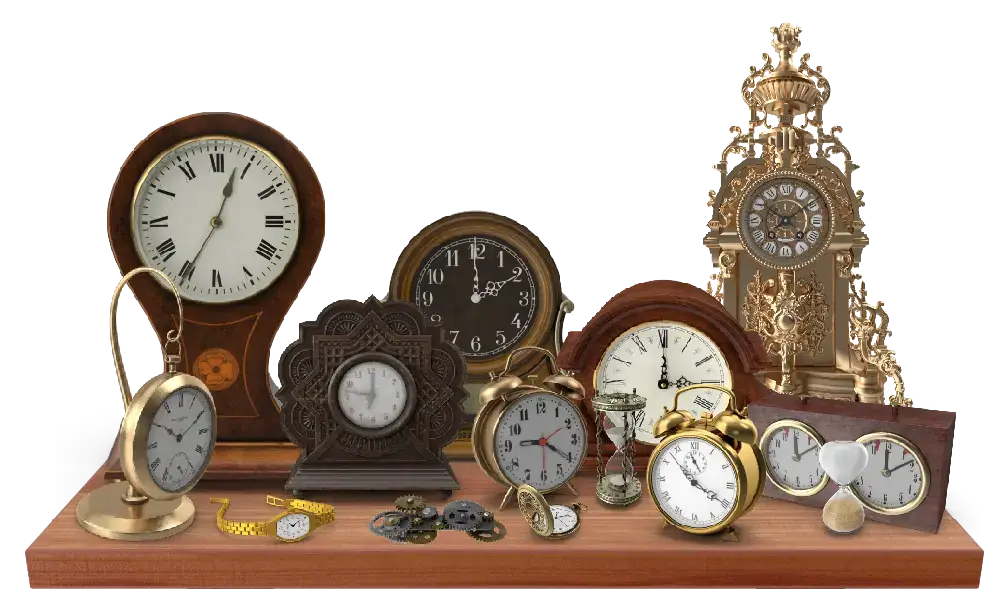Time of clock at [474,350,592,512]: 9:21
